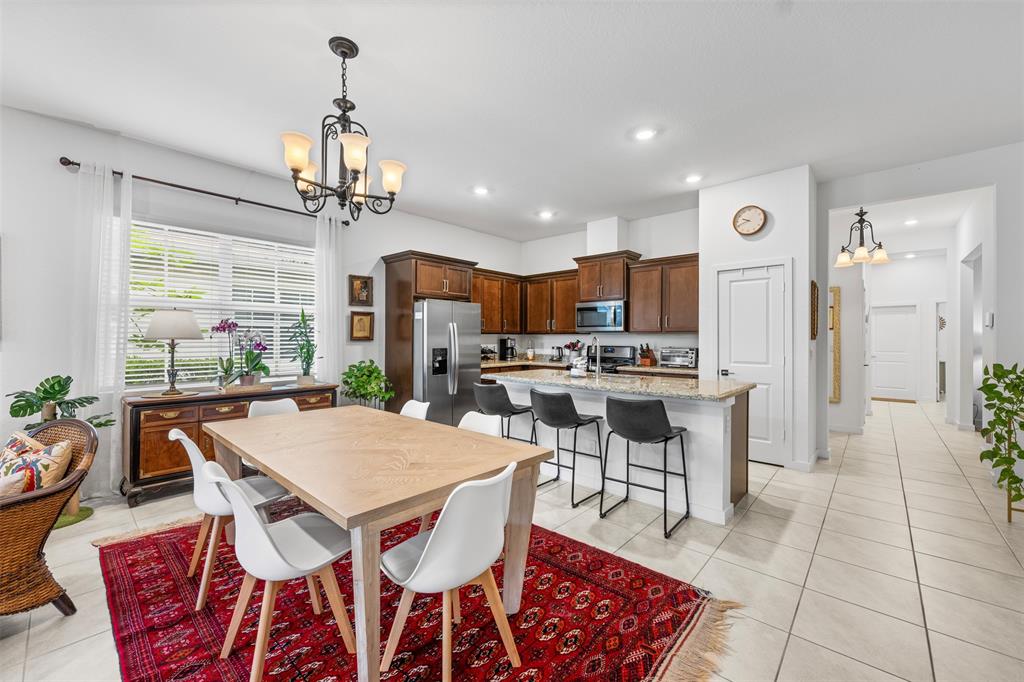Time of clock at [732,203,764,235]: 9:41
